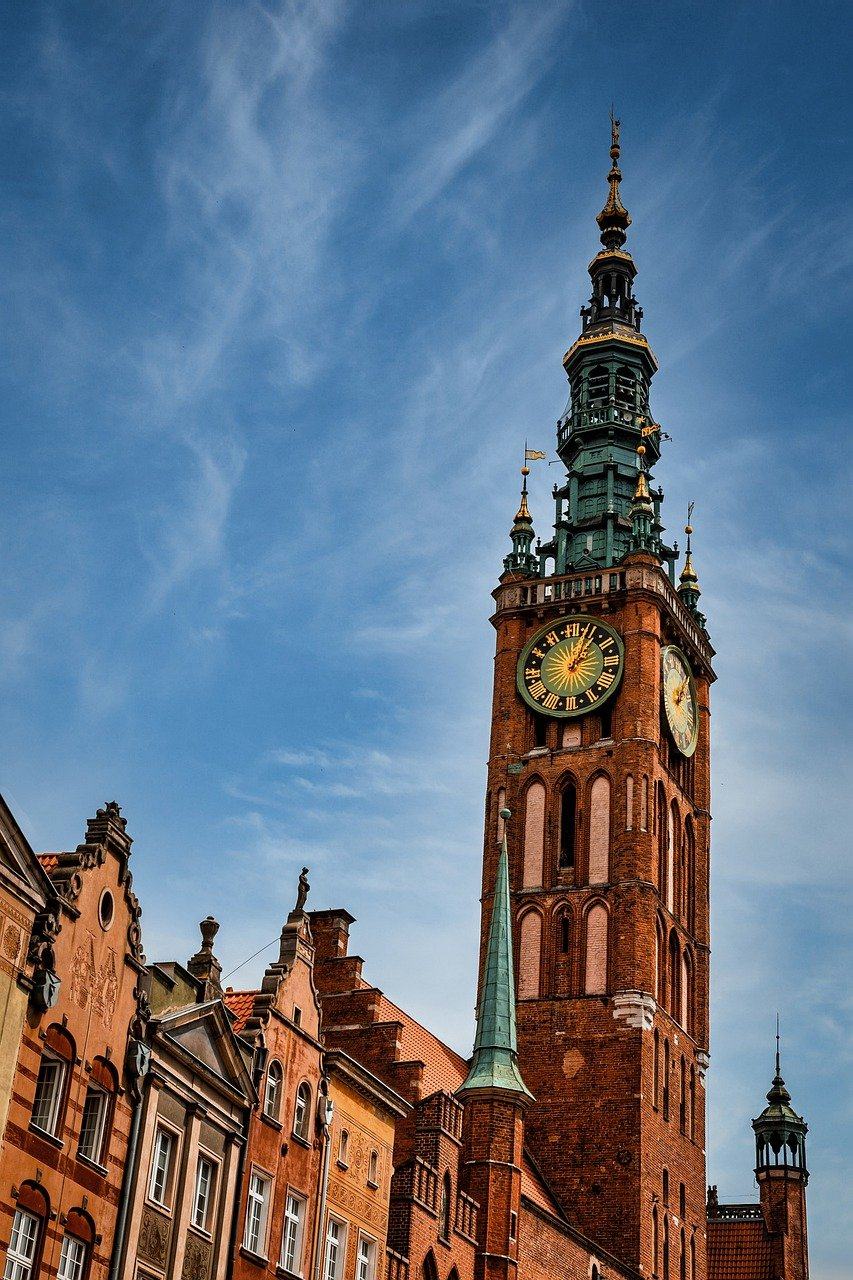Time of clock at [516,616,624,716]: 1:03
